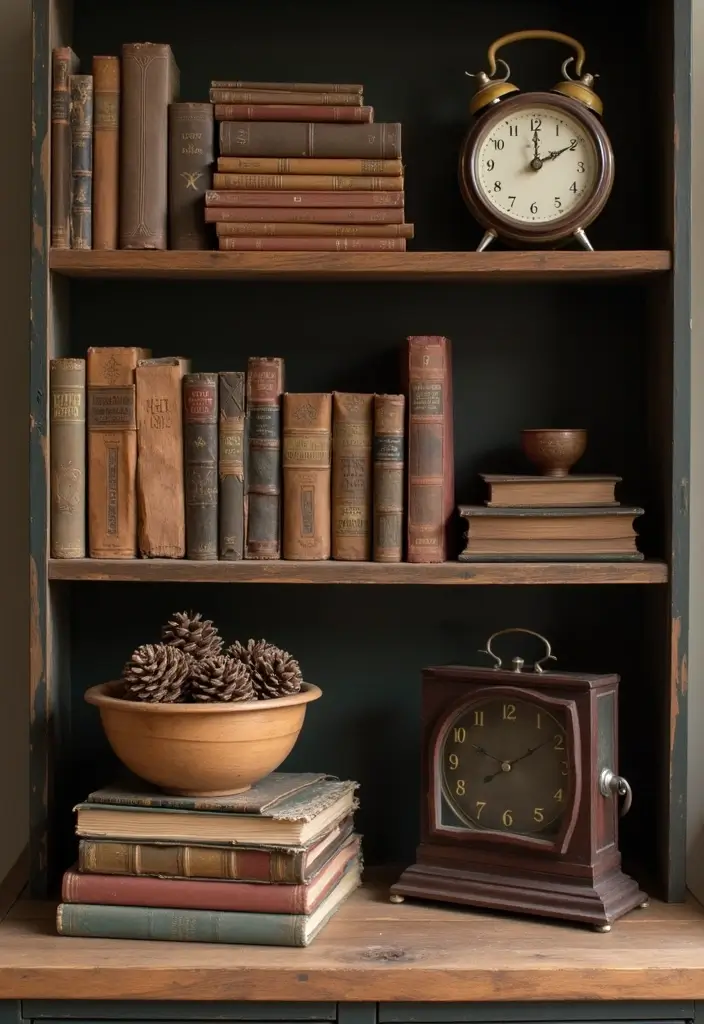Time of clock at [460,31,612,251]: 12:10
